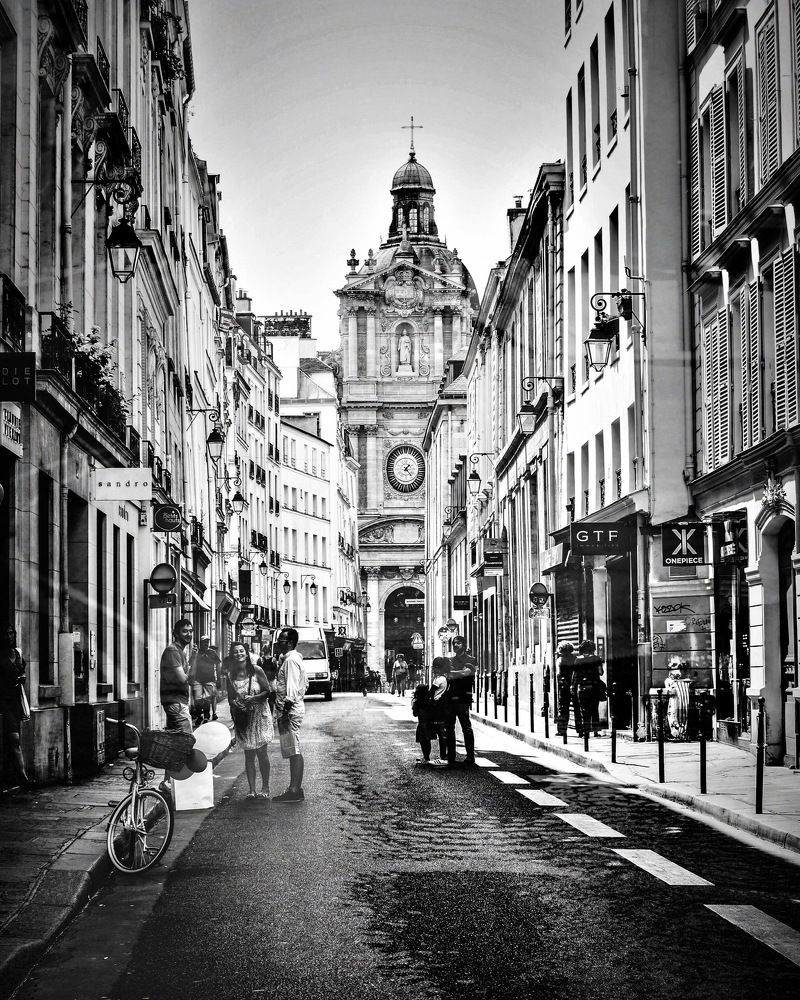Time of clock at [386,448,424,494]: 1:22
